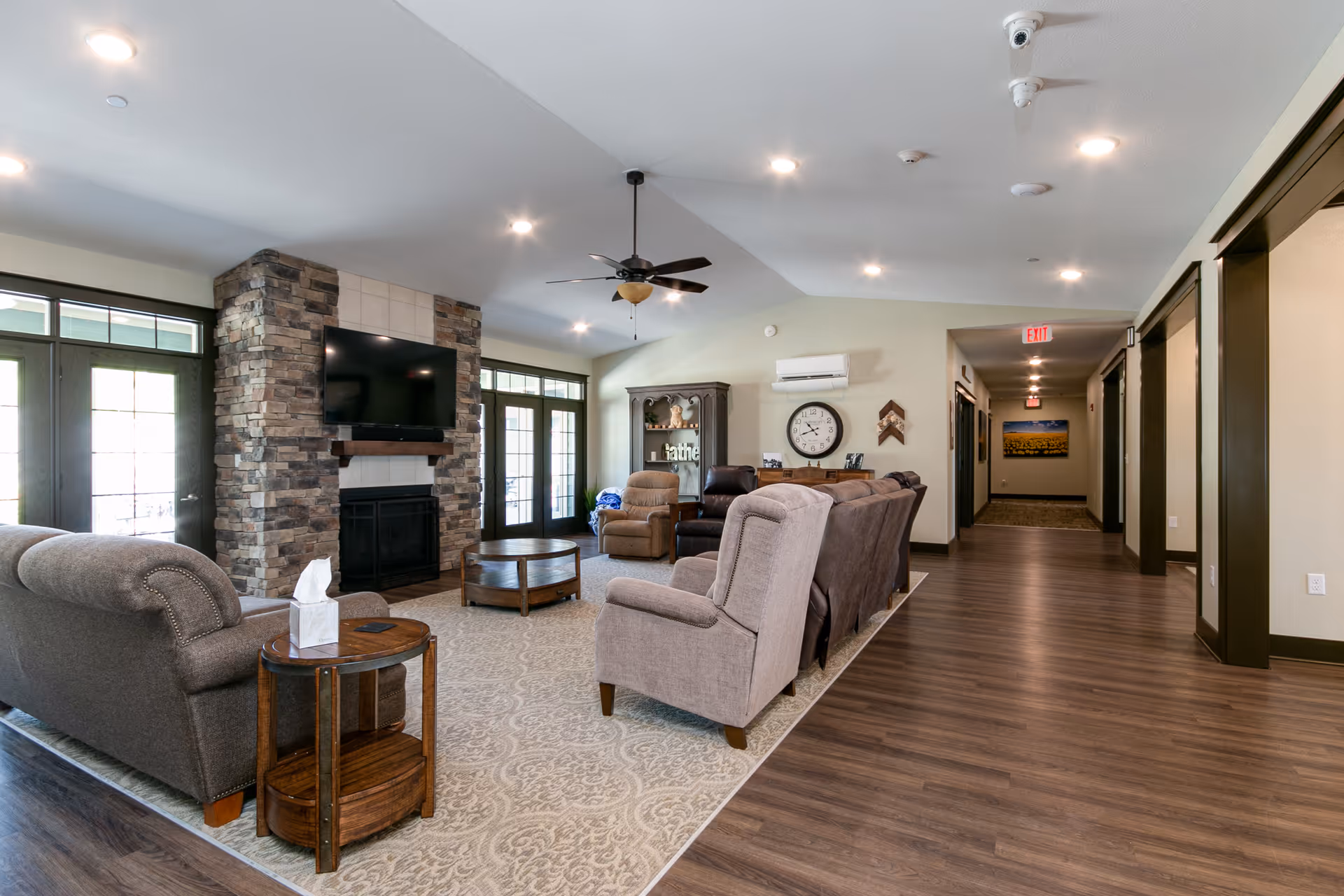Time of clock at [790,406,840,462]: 10:41
